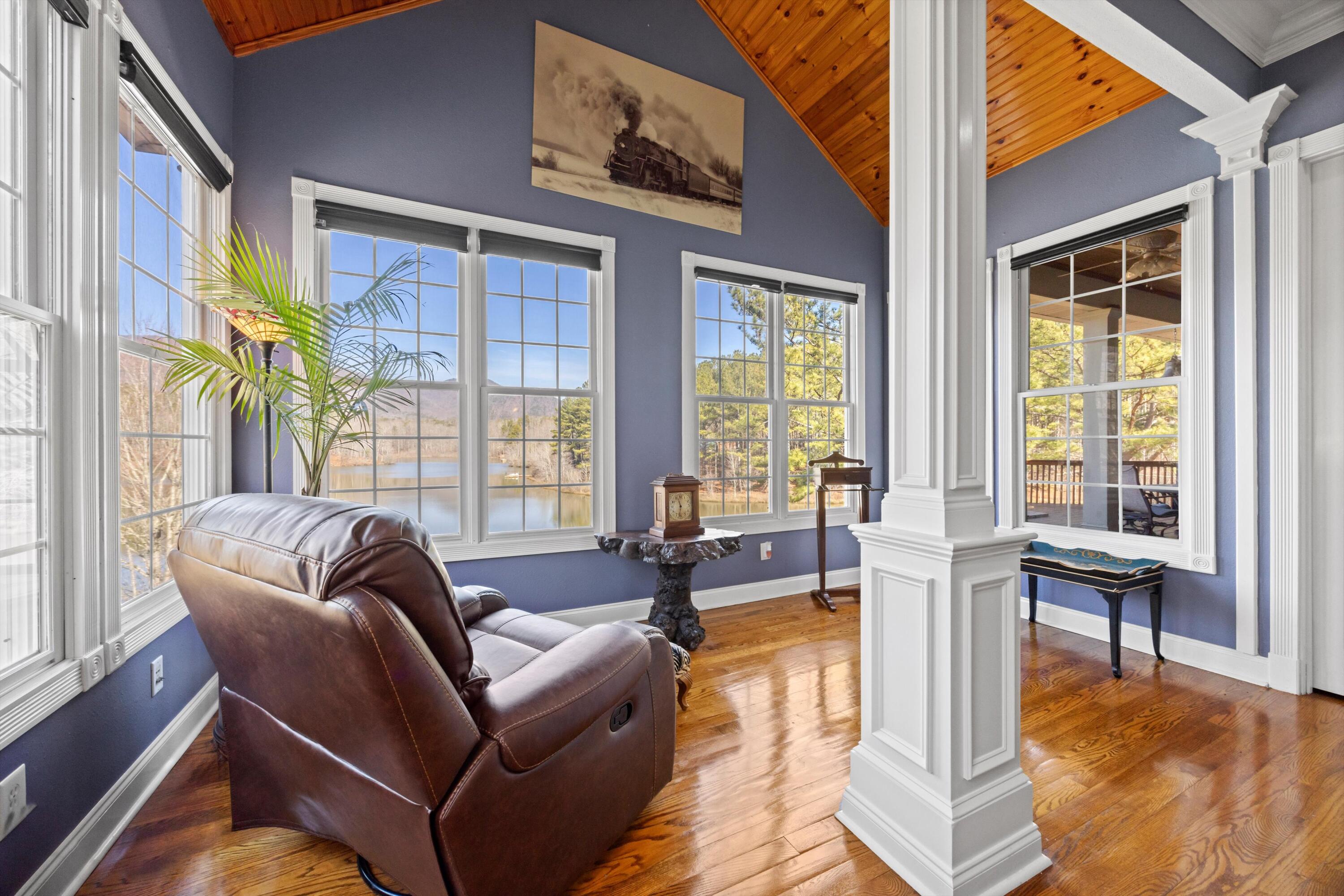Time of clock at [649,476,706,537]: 11:32
